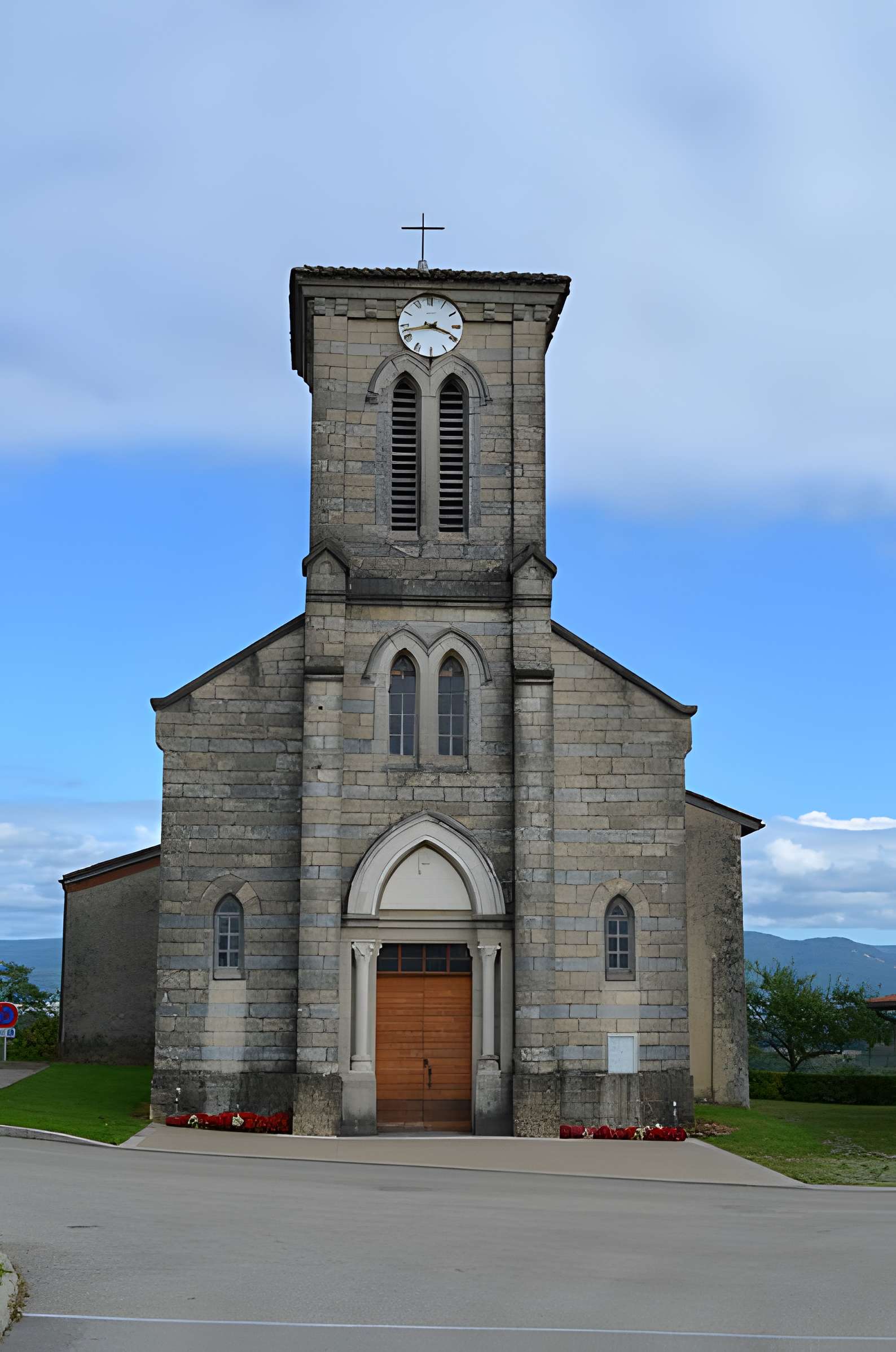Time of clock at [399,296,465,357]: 3:42
